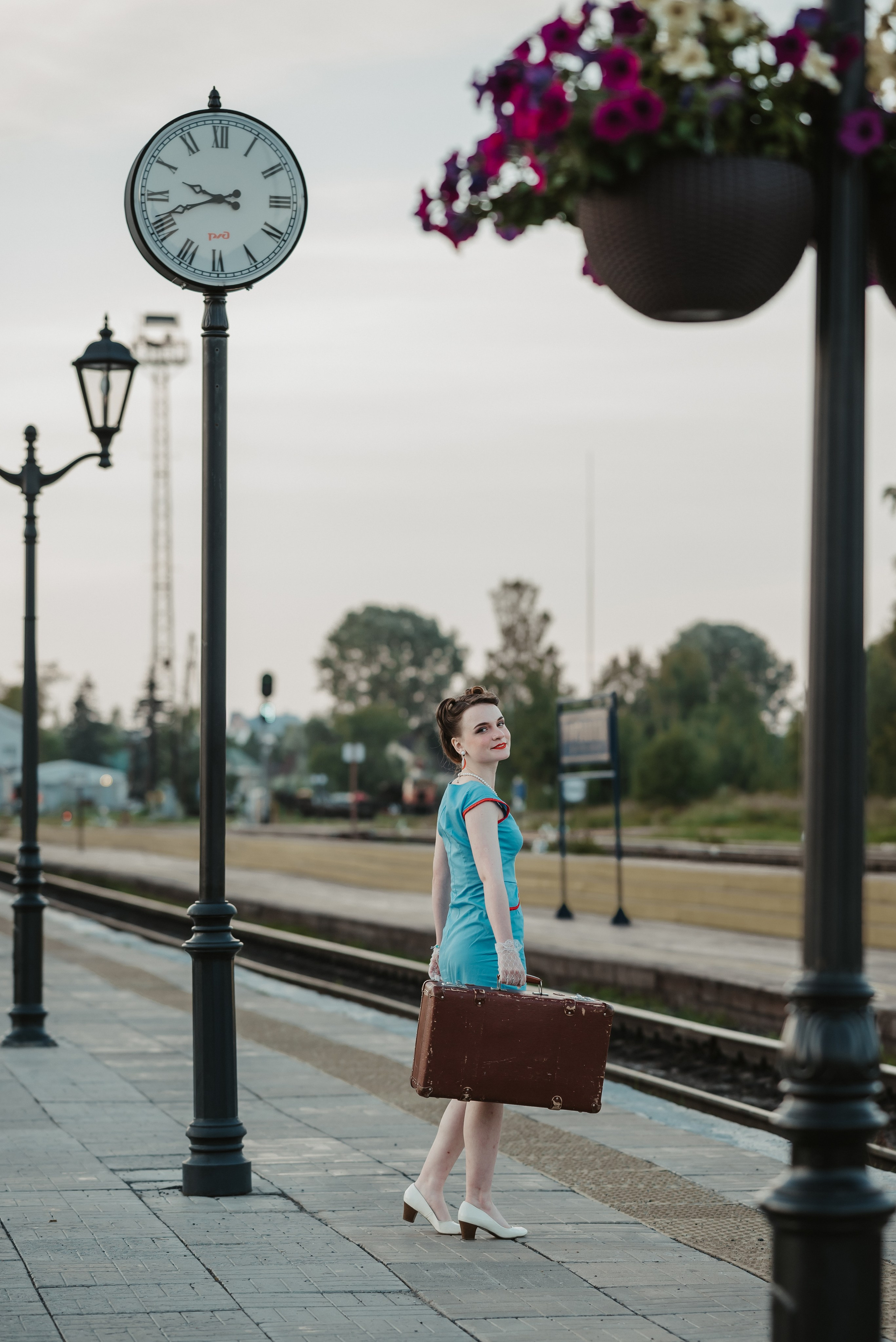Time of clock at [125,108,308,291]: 9:41
